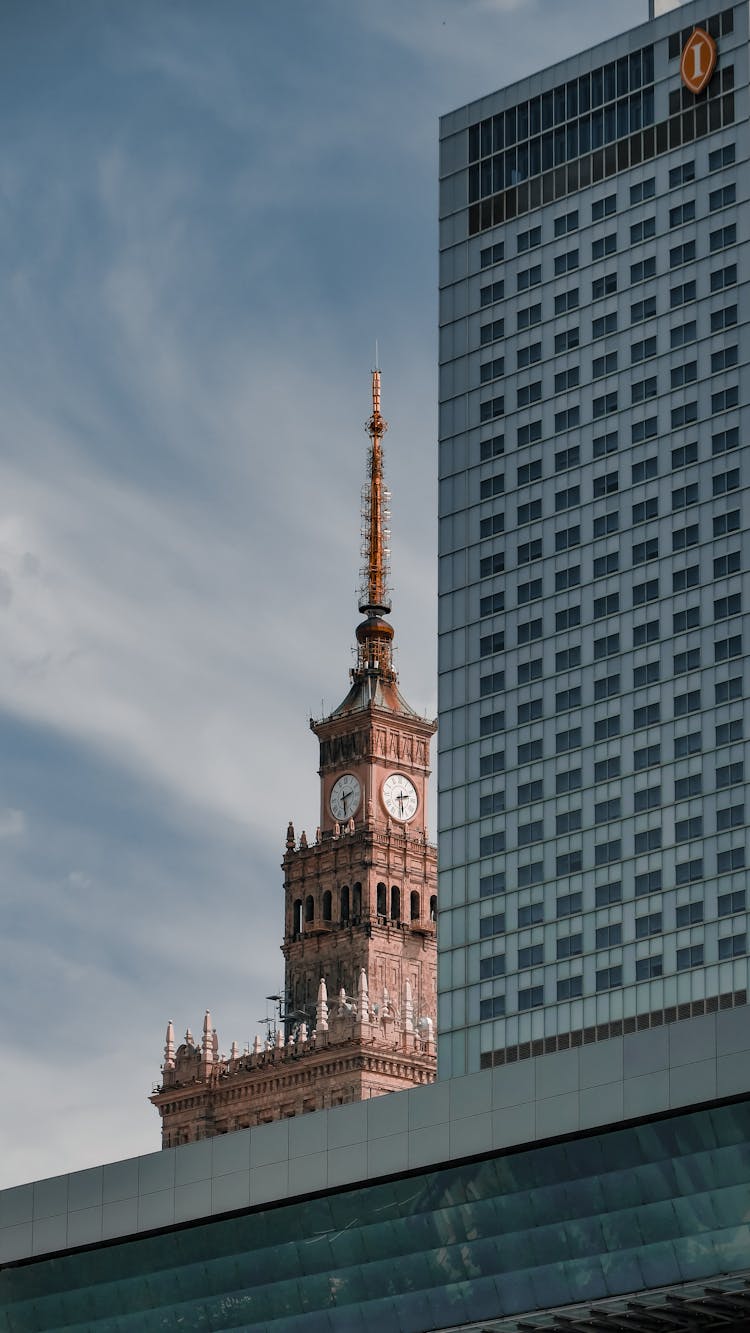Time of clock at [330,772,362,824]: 2:29
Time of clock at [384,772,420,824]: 2:29
